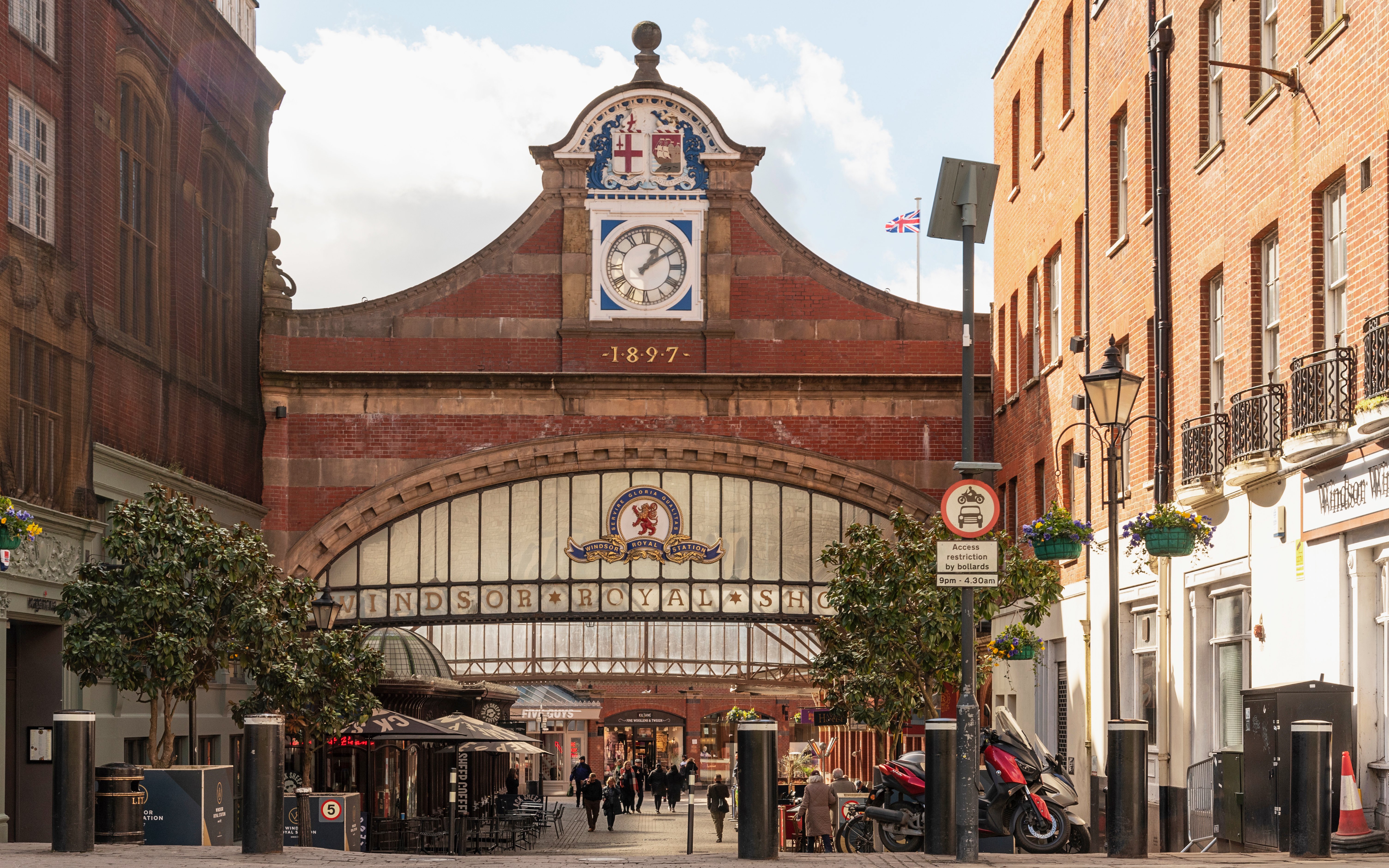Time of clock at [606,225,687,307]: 1:09
